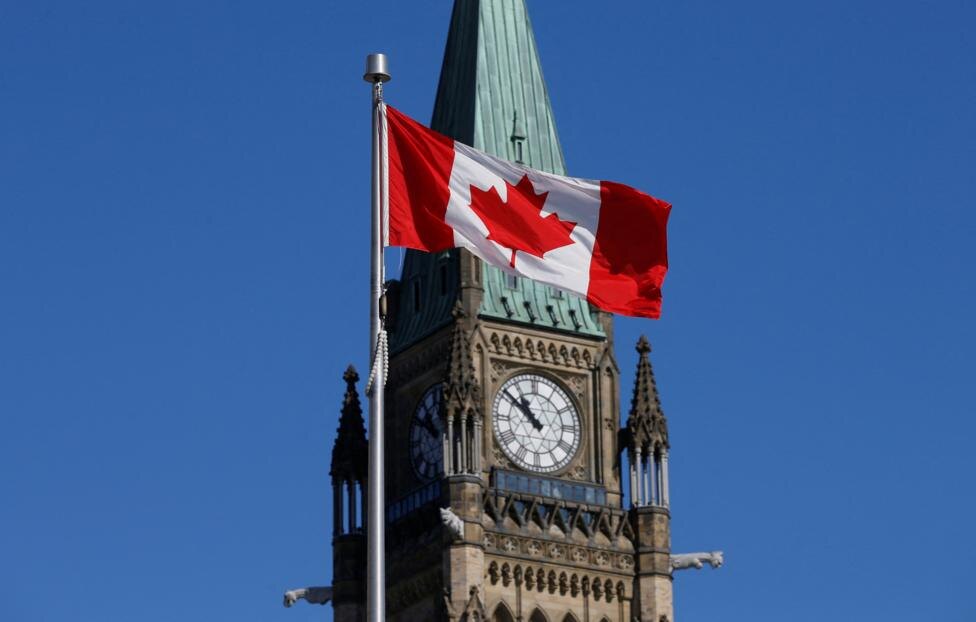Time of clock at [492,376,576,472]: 10:51
